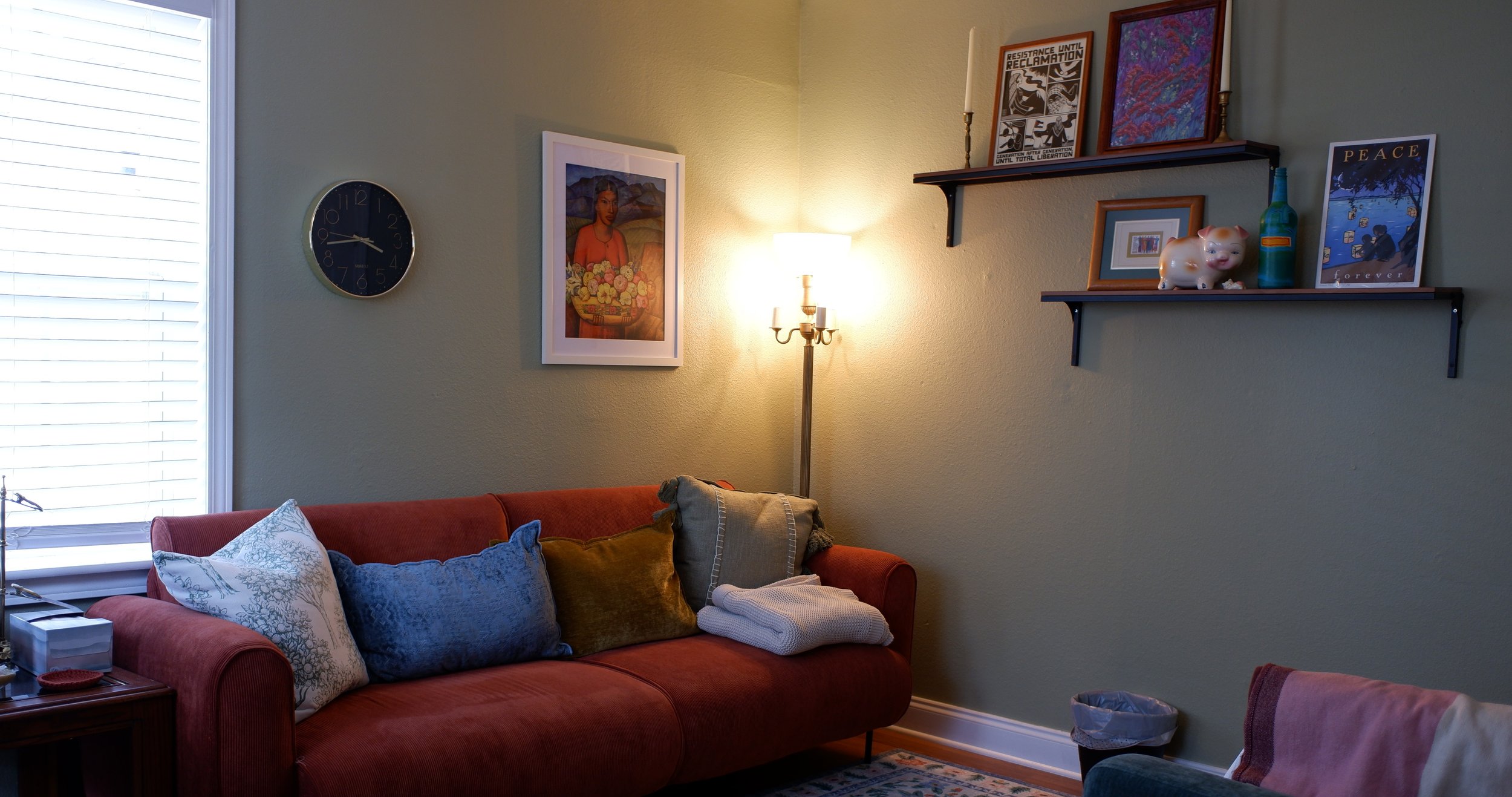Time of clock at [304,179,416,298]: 3:43
